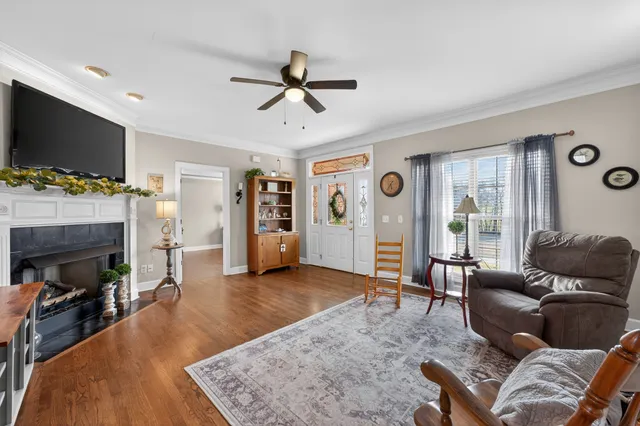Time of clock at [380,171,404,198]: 5:35
